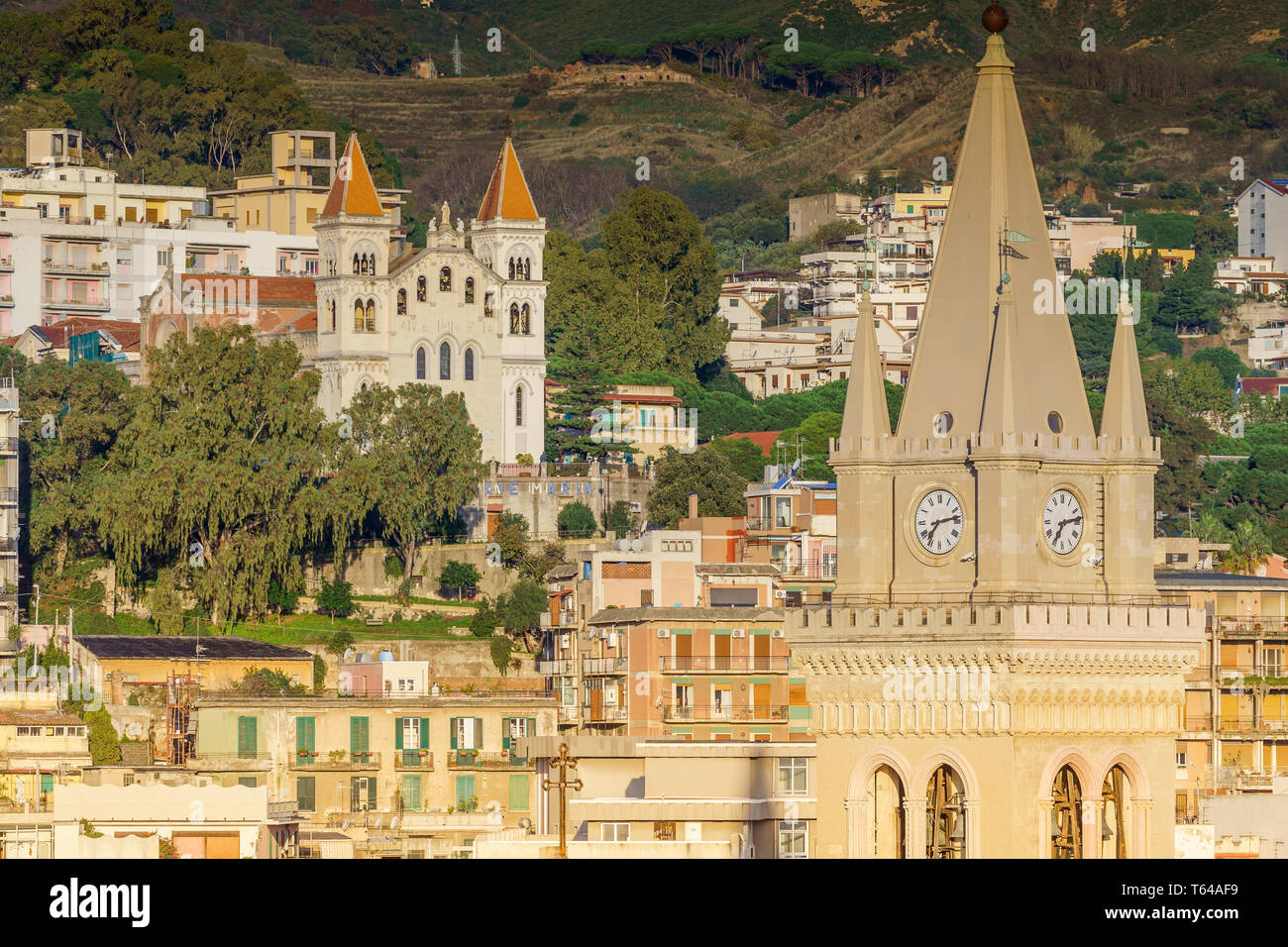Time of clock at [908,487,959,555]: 7:13
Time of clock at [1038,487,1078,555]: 7:13
